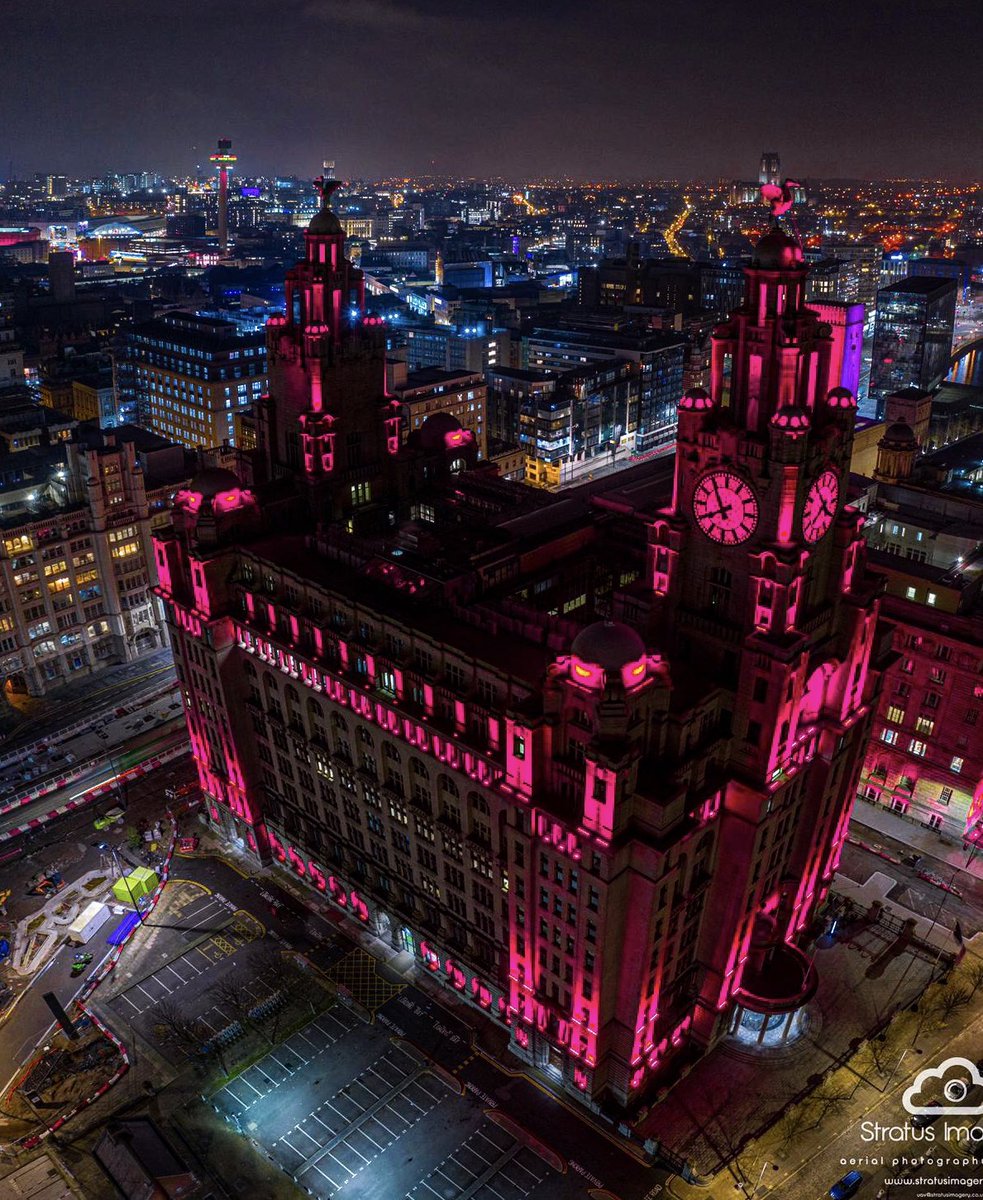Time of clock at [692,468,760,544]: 7:54
